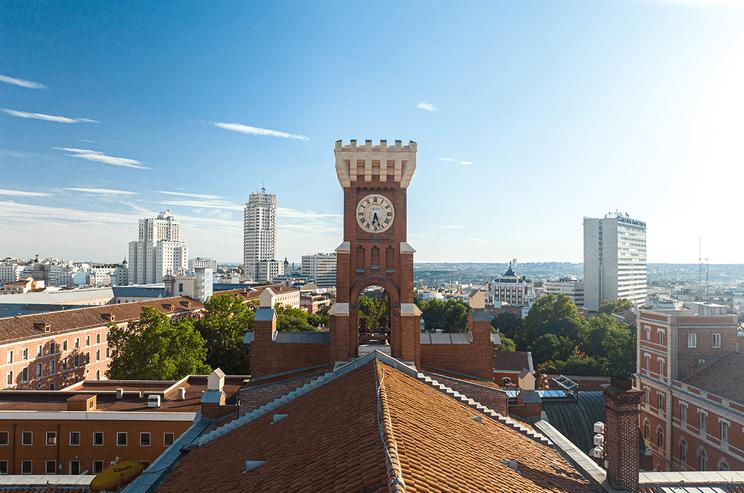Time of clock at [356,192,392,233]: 6:27
